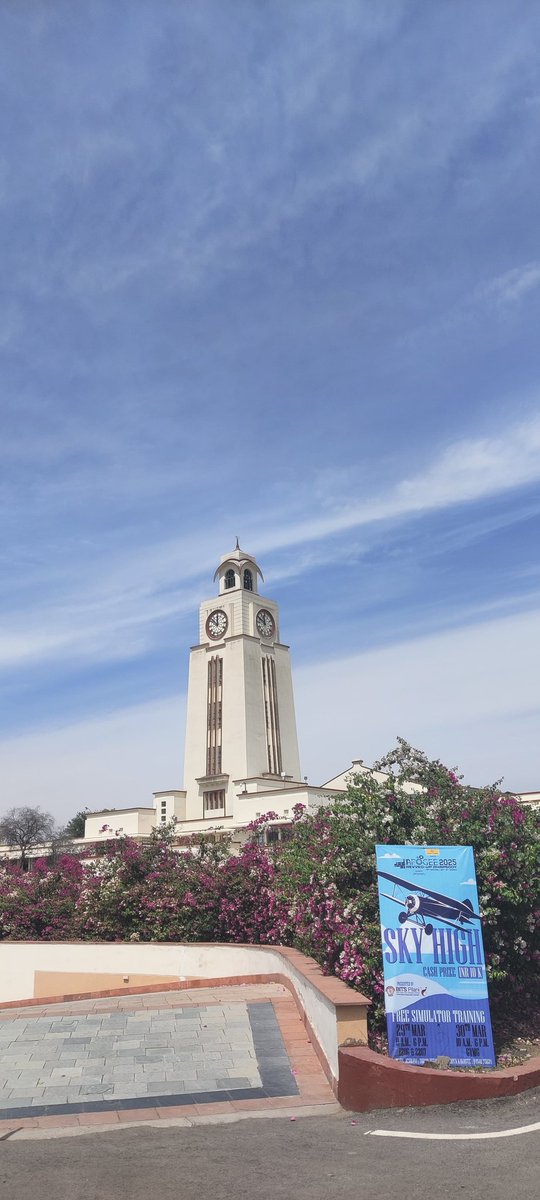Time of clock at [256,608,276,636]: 11:49
